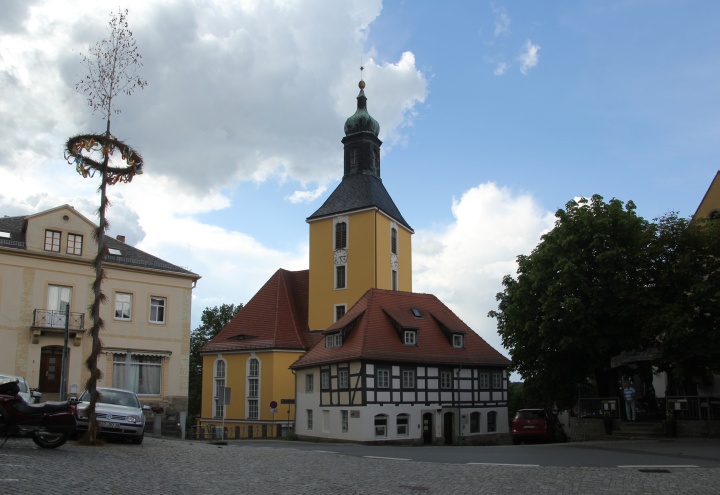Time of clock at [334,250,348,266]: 5:14
